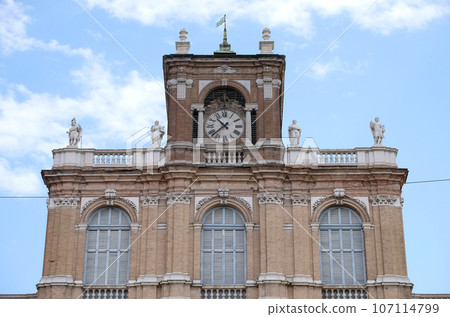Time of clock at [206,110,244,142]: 10:37
